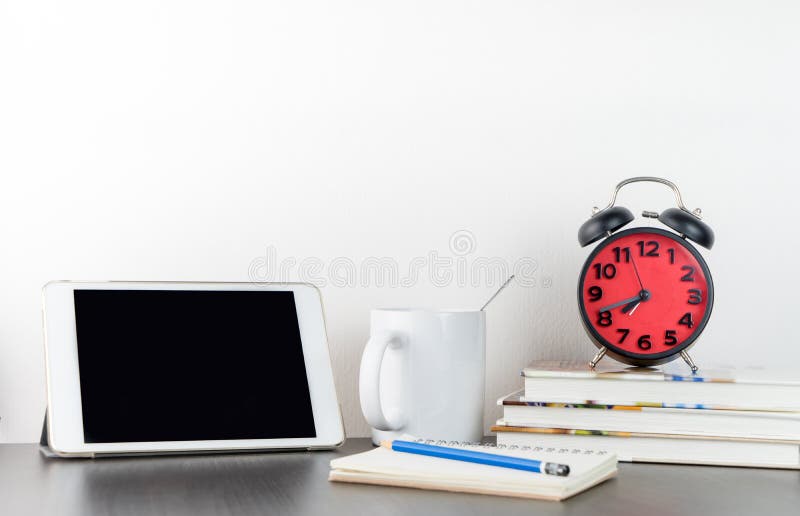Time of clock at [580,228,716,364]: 7:41
